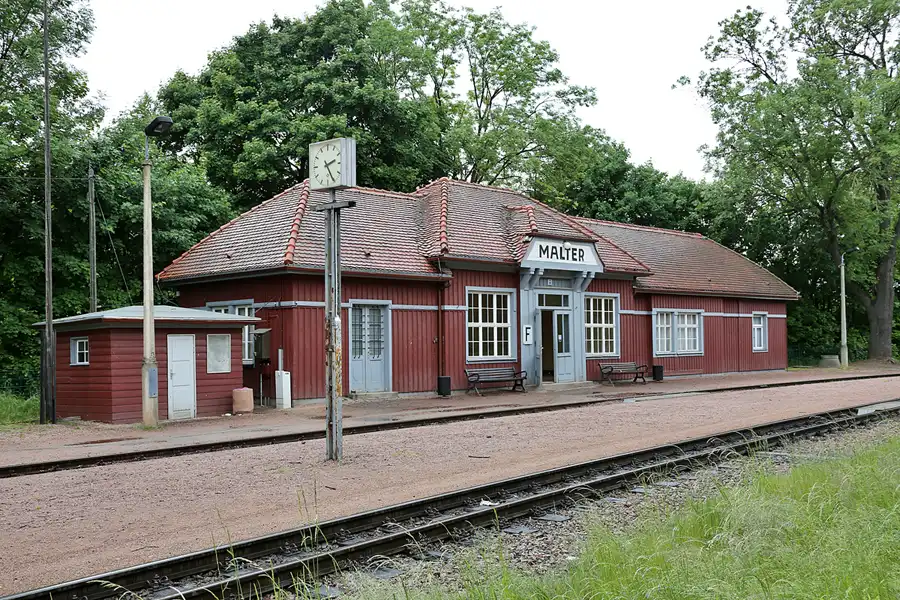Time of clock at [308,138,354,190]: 2:25
